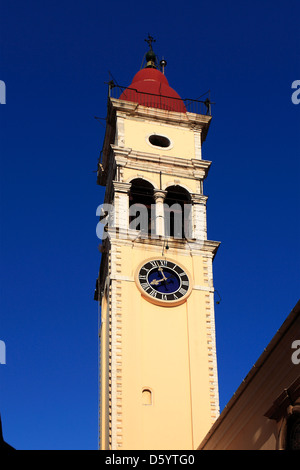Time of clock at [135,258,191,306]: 7:57
